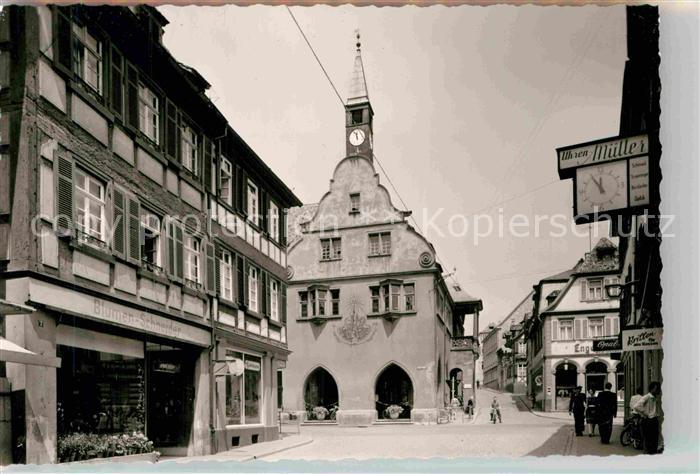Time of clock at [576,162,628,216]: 11:54
